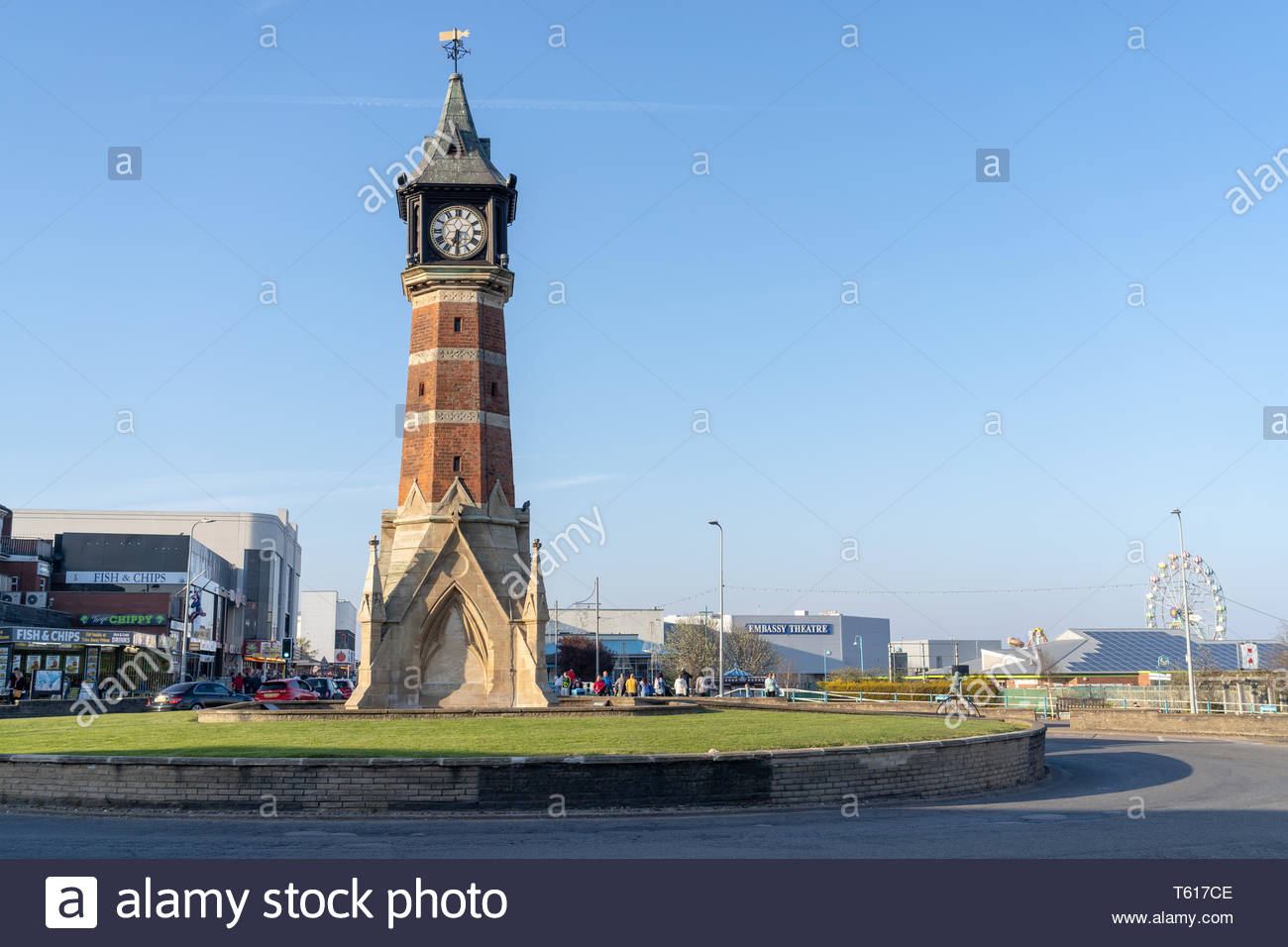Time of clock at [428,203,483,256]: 6:29
